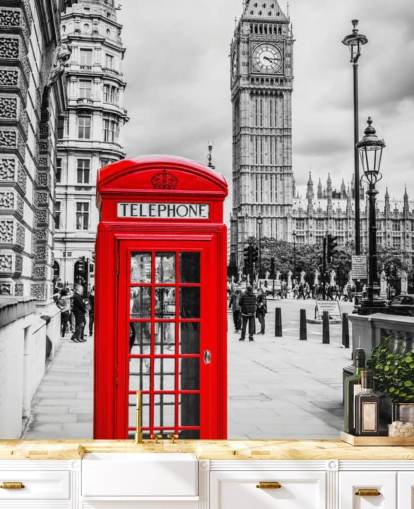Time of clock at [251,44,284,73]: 4:15
